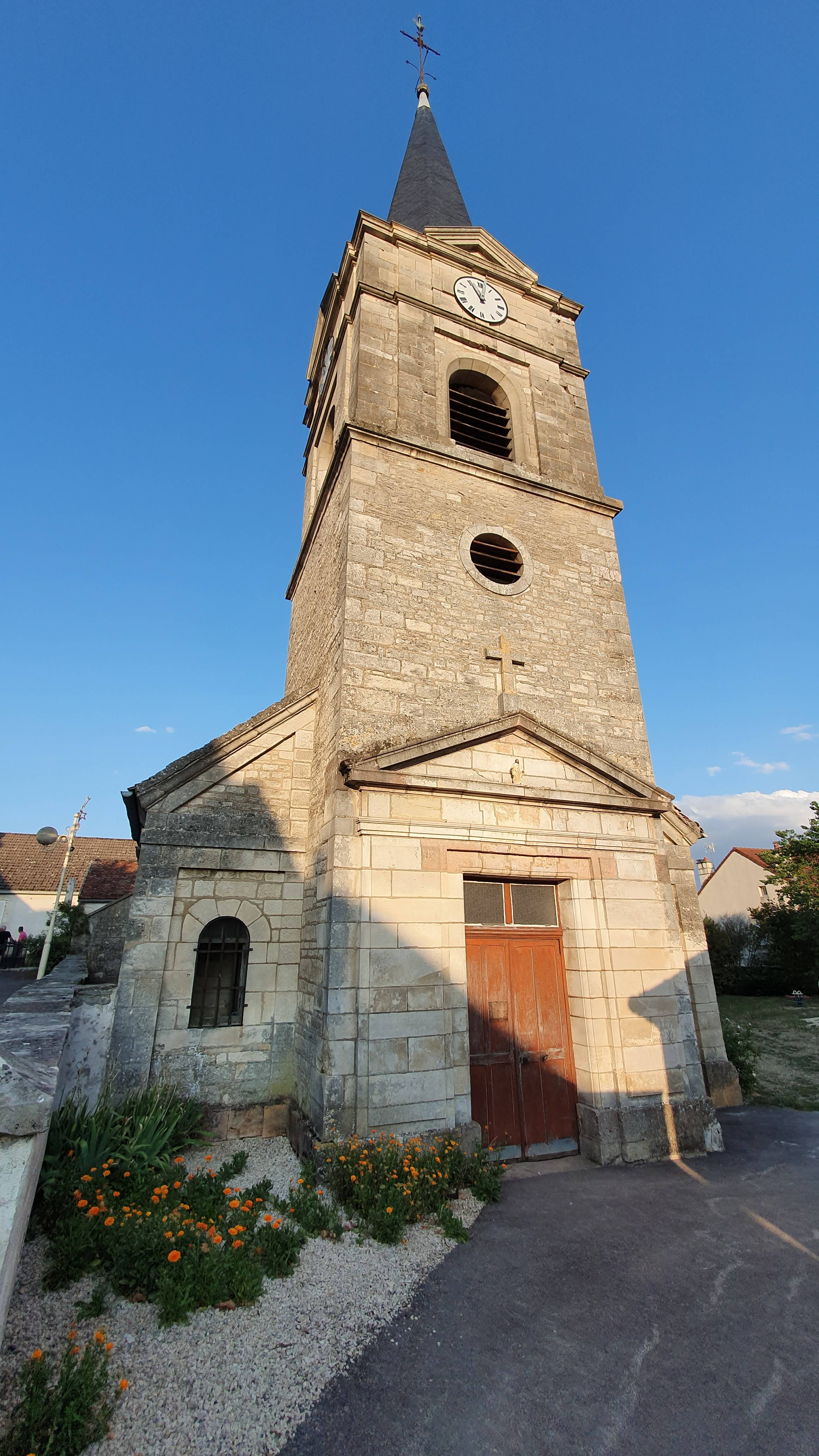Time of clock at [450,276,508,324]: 11:02
